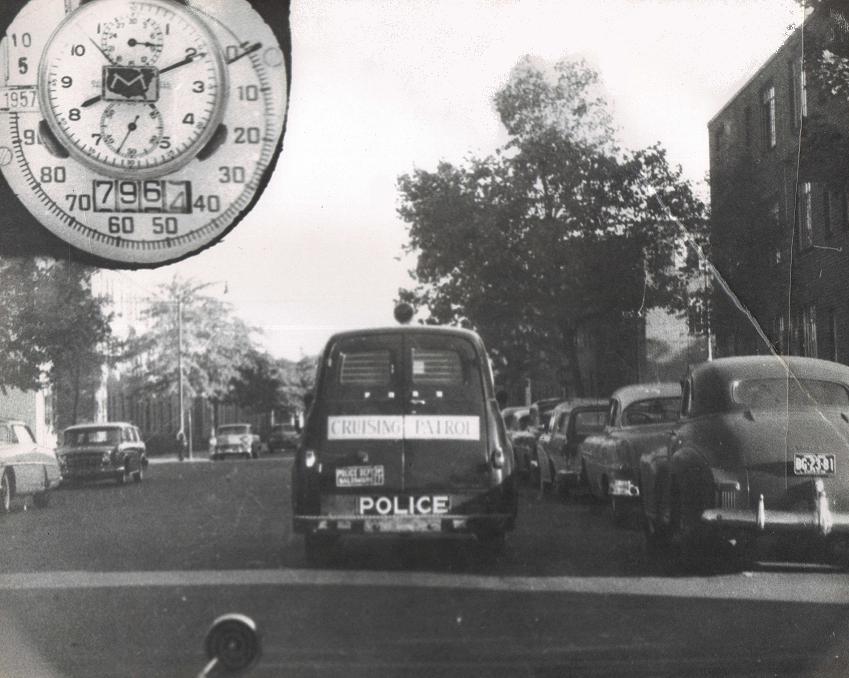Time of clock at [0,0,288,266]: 8:10
